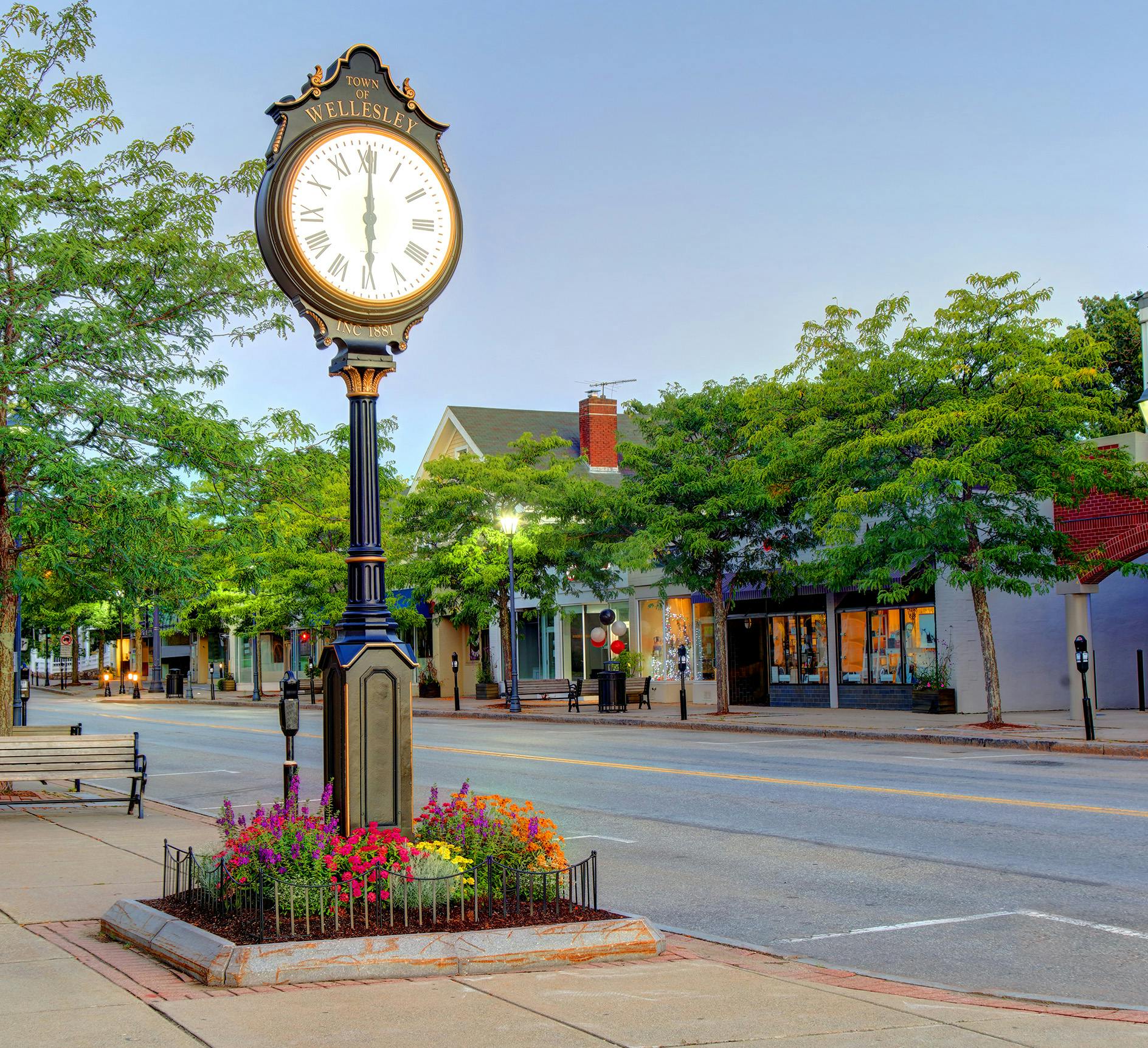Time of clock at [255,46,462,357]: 6:00
